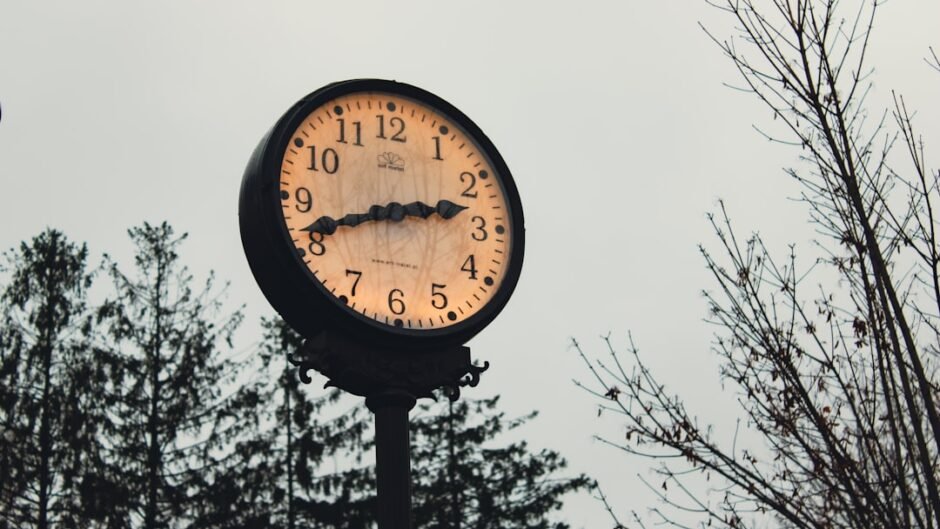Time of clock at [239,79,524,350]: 2:41
